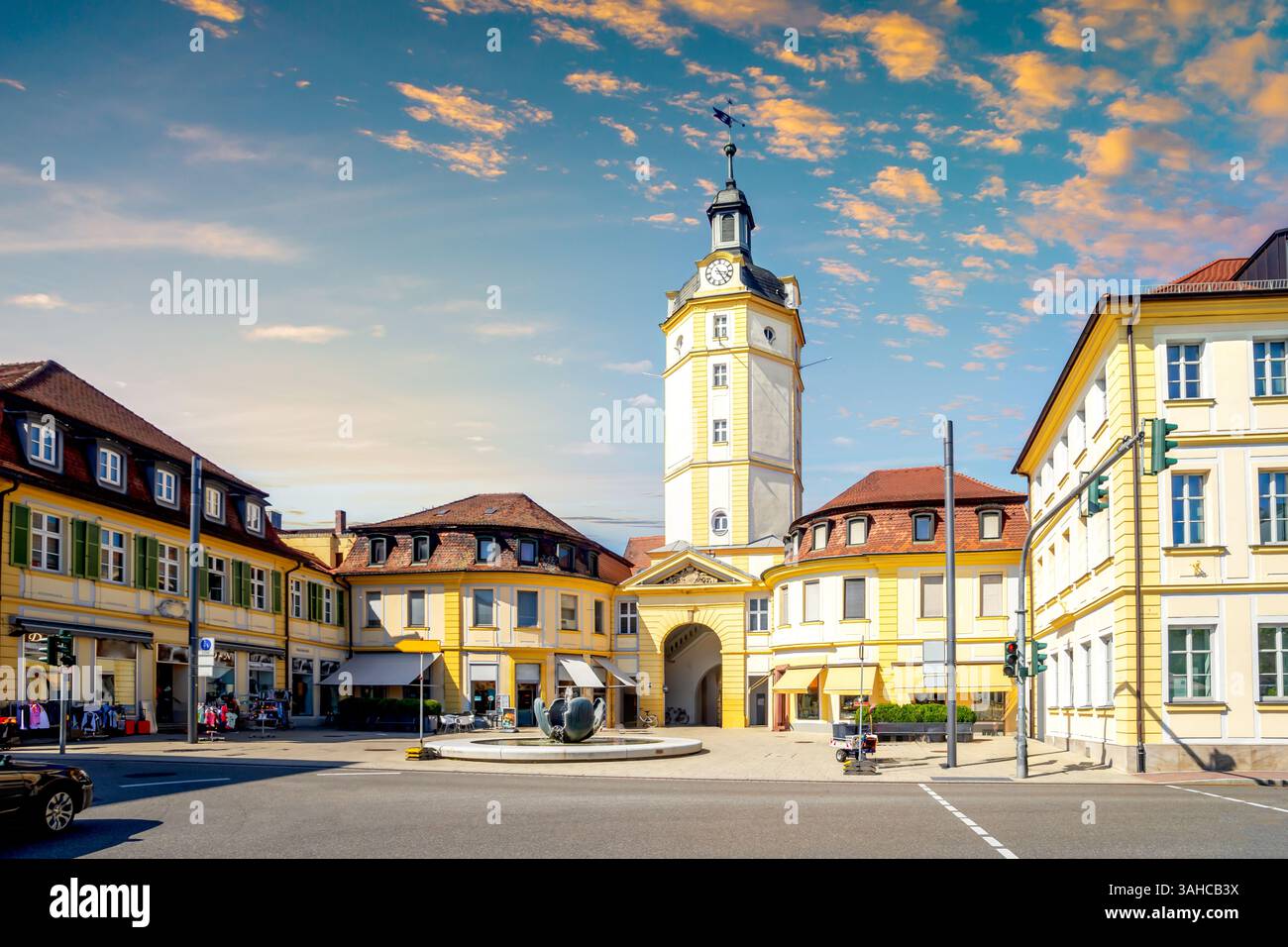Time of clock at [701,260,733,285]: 3:24
